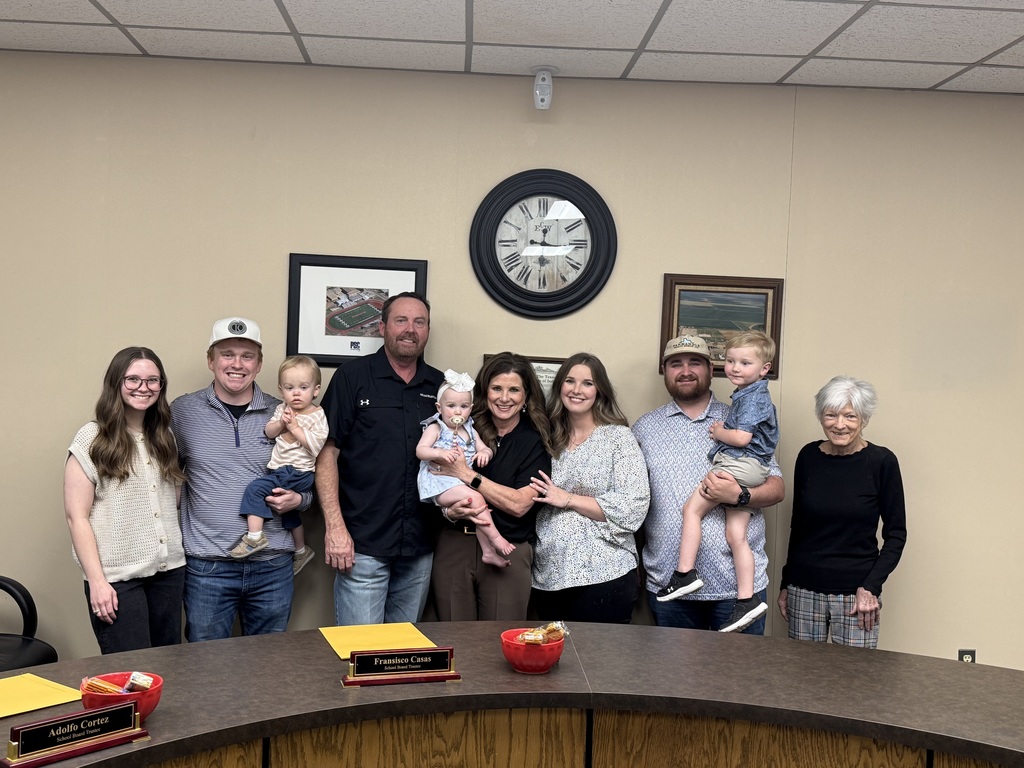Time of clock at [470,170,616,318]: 12:14
